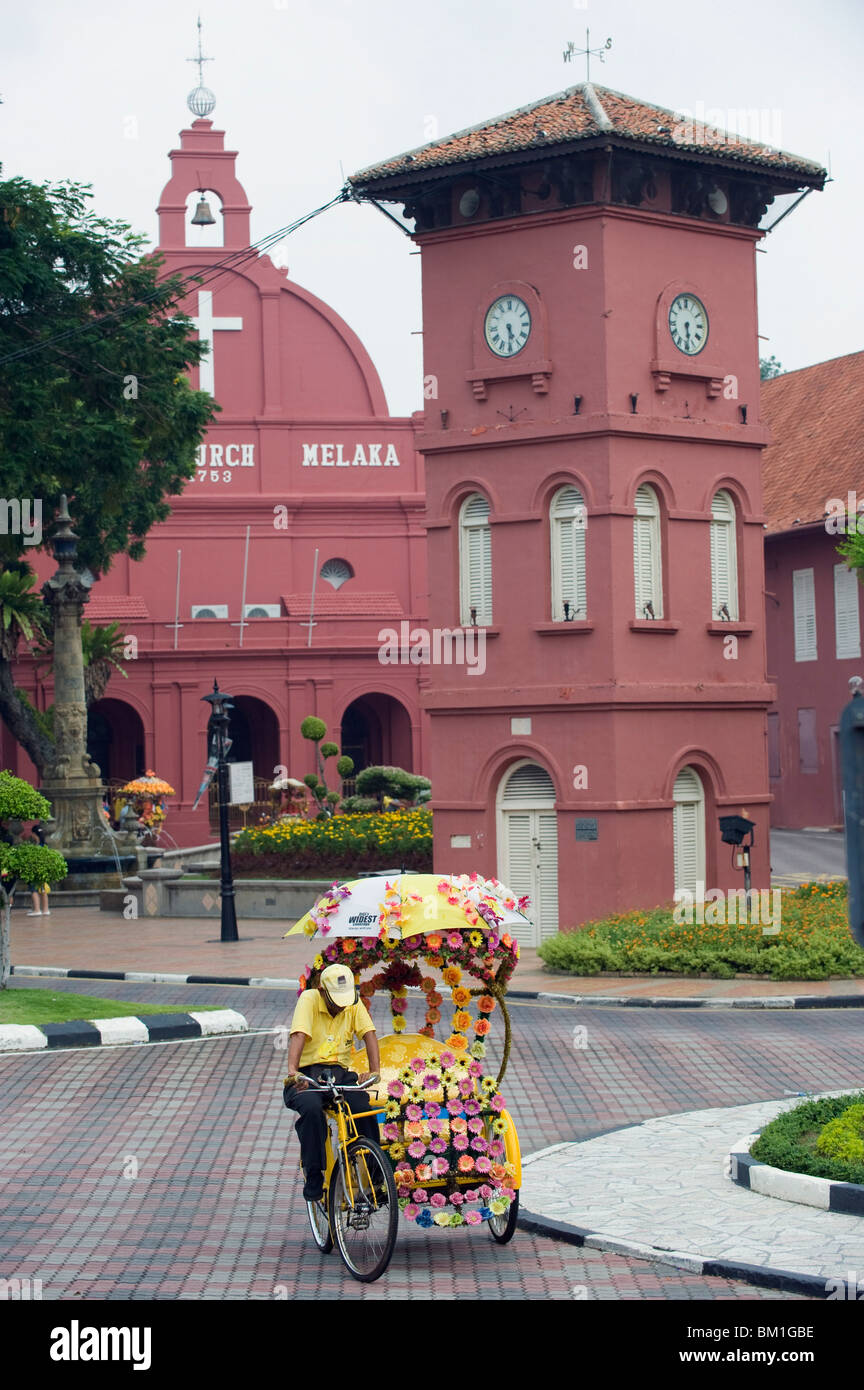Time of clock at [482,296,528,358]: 5:30
